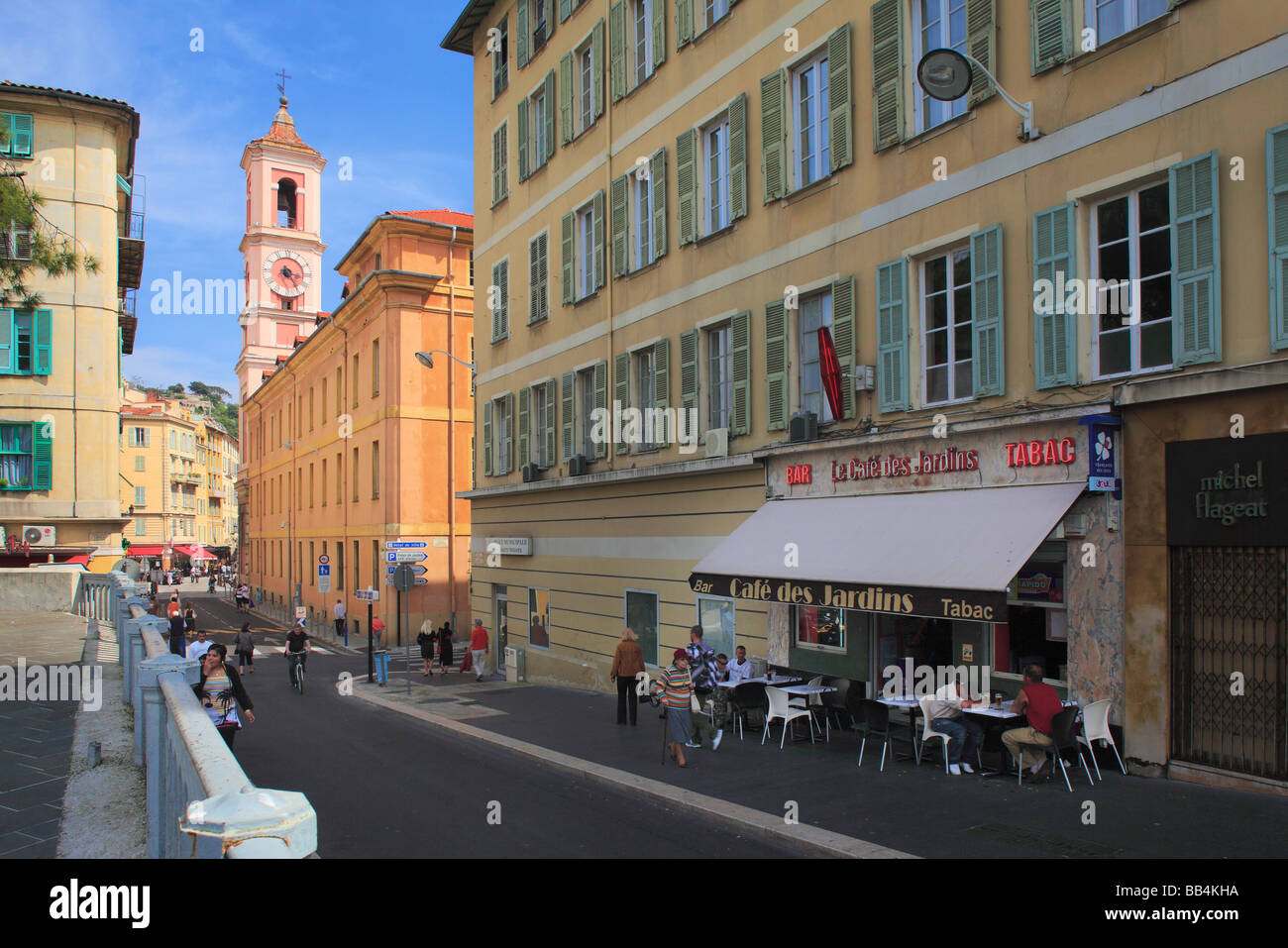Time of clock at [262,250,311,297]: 3:24
